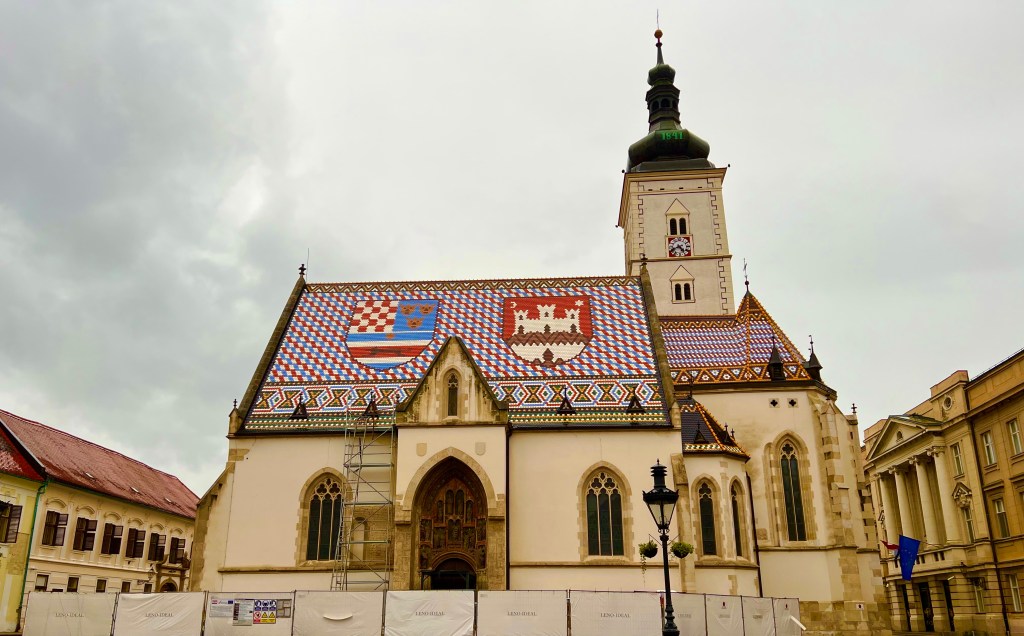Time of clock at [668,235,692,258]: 4:40
